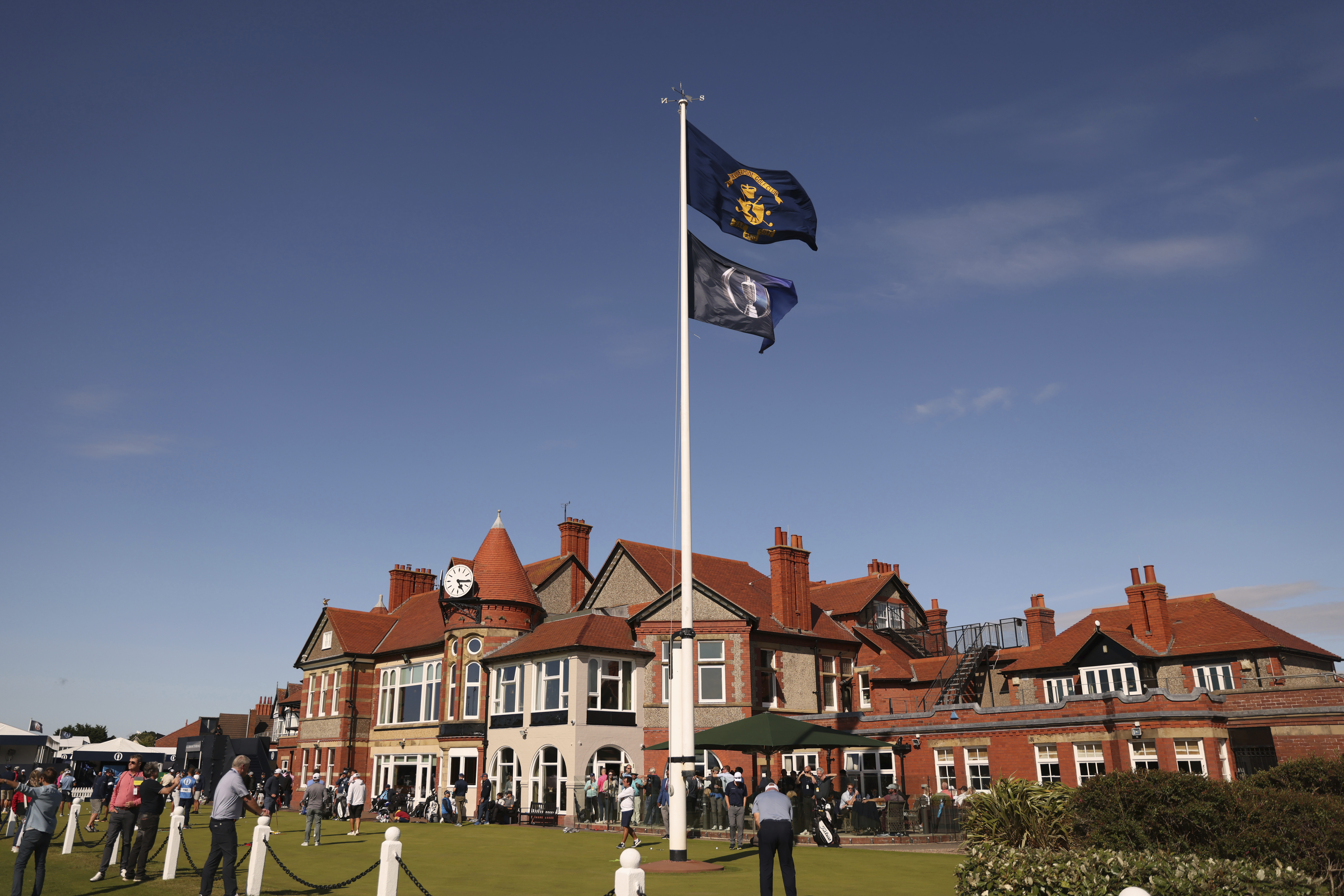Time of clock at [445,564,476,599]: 5:15
